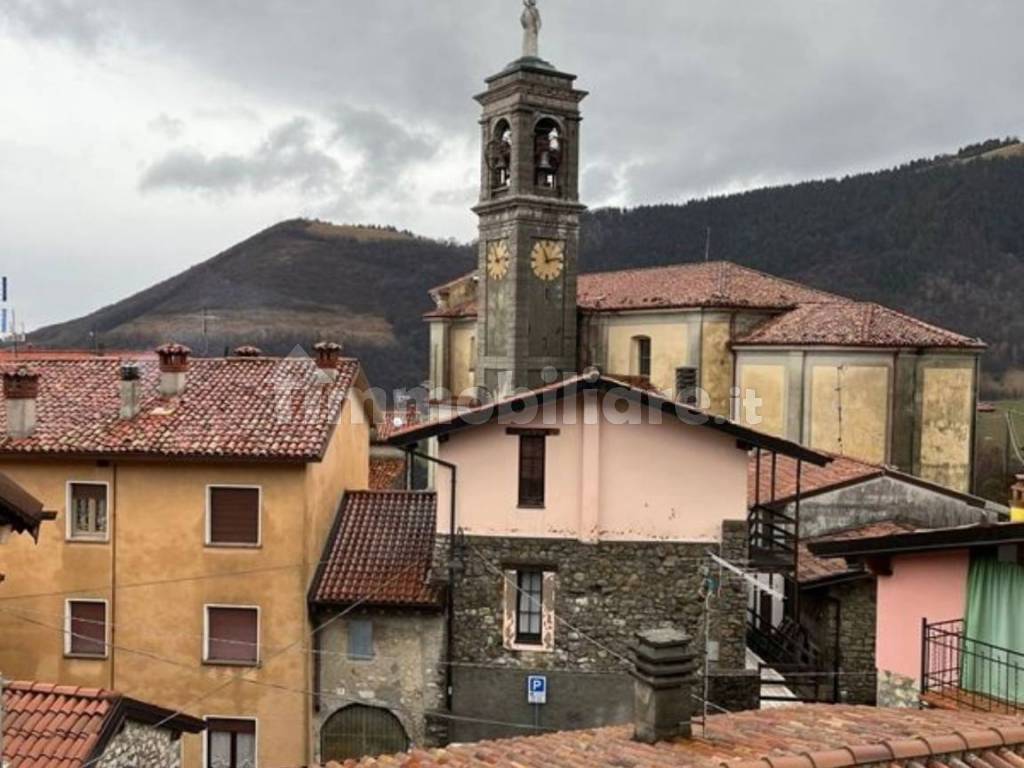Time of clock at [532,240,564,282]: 11:12
